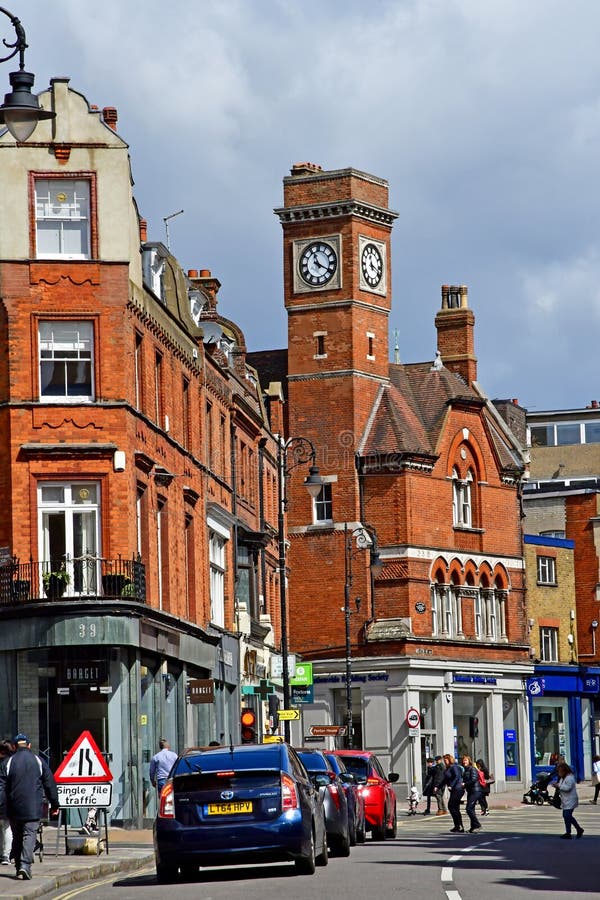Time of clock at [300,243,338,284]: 11:19
